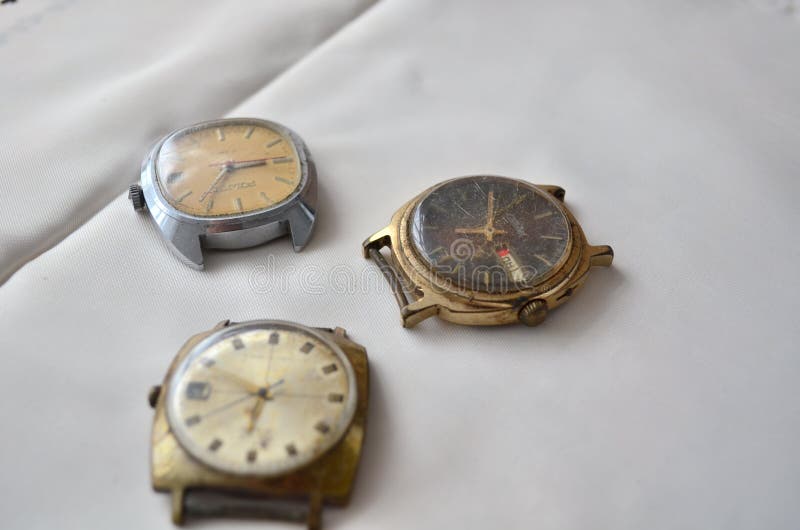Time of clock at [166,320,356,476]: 6:15
